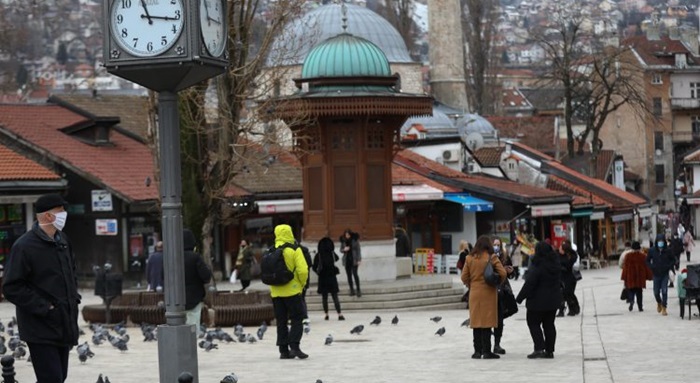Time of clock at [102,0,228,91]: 11:16
